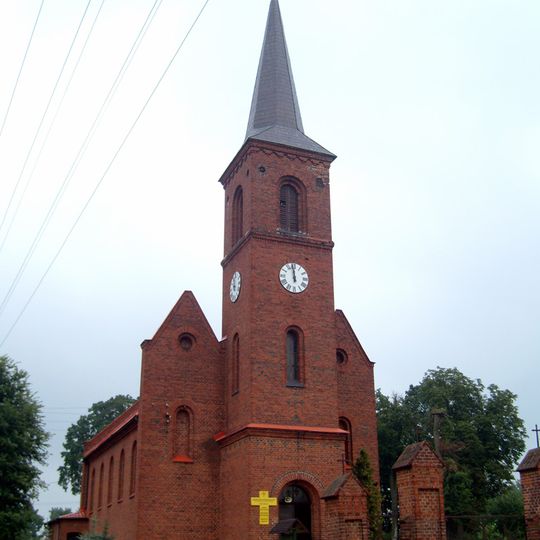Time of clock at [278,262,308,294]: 11:58
